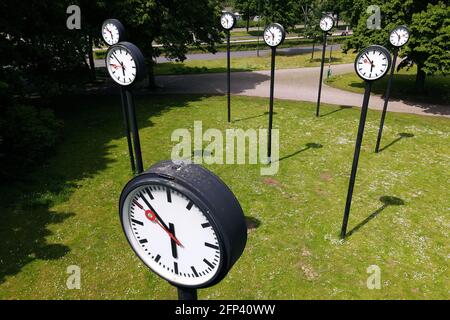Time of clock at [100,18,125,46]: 5:51
